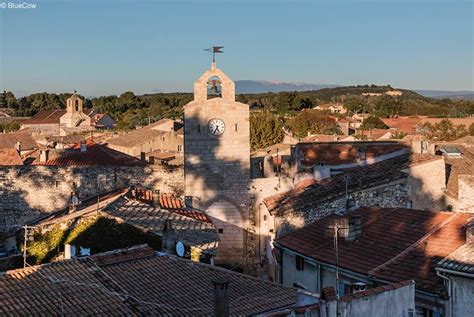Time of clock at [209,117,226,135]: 5:34
